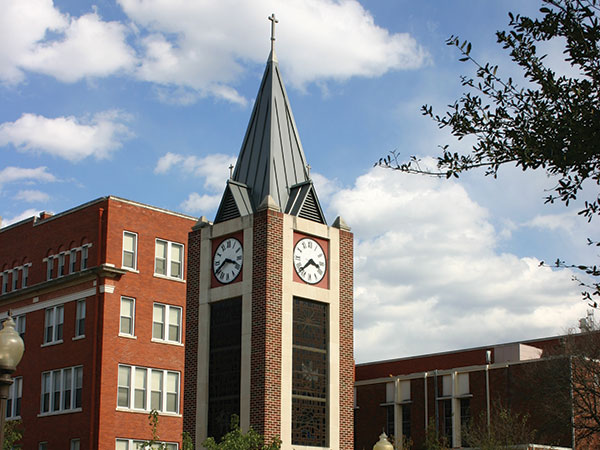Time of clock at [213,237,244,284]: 3:40
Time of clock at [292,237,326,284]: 3:38
